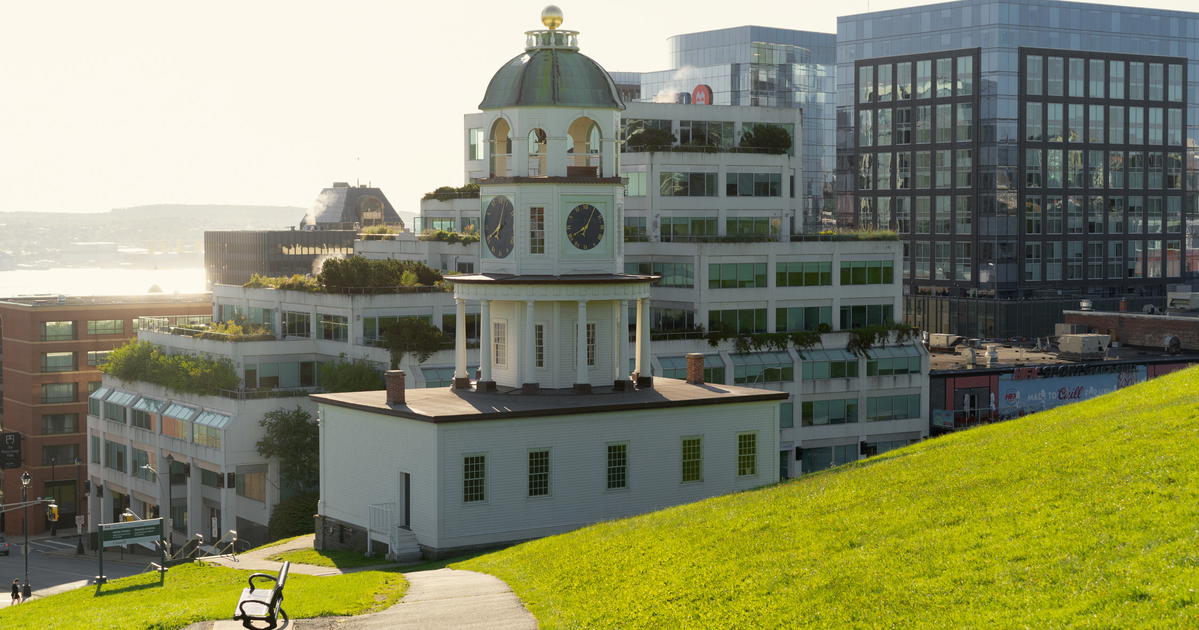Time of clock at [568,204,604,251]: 8:04
